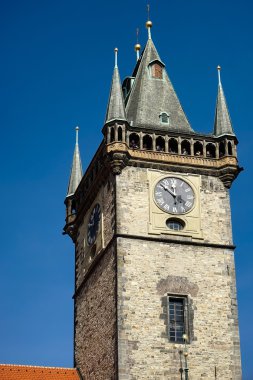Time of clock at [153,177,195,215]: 3:51
